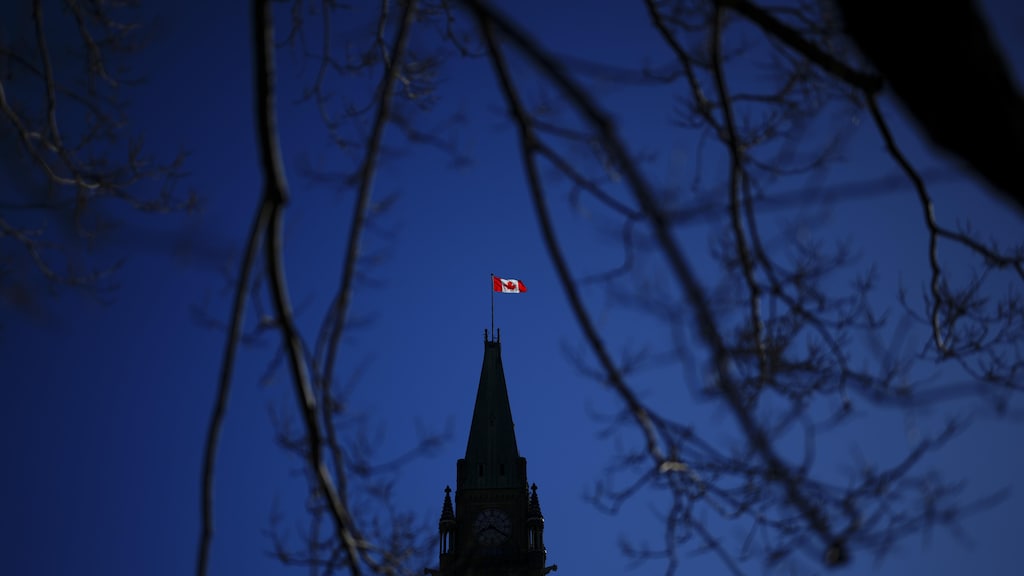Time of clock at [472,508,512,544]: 8:20
